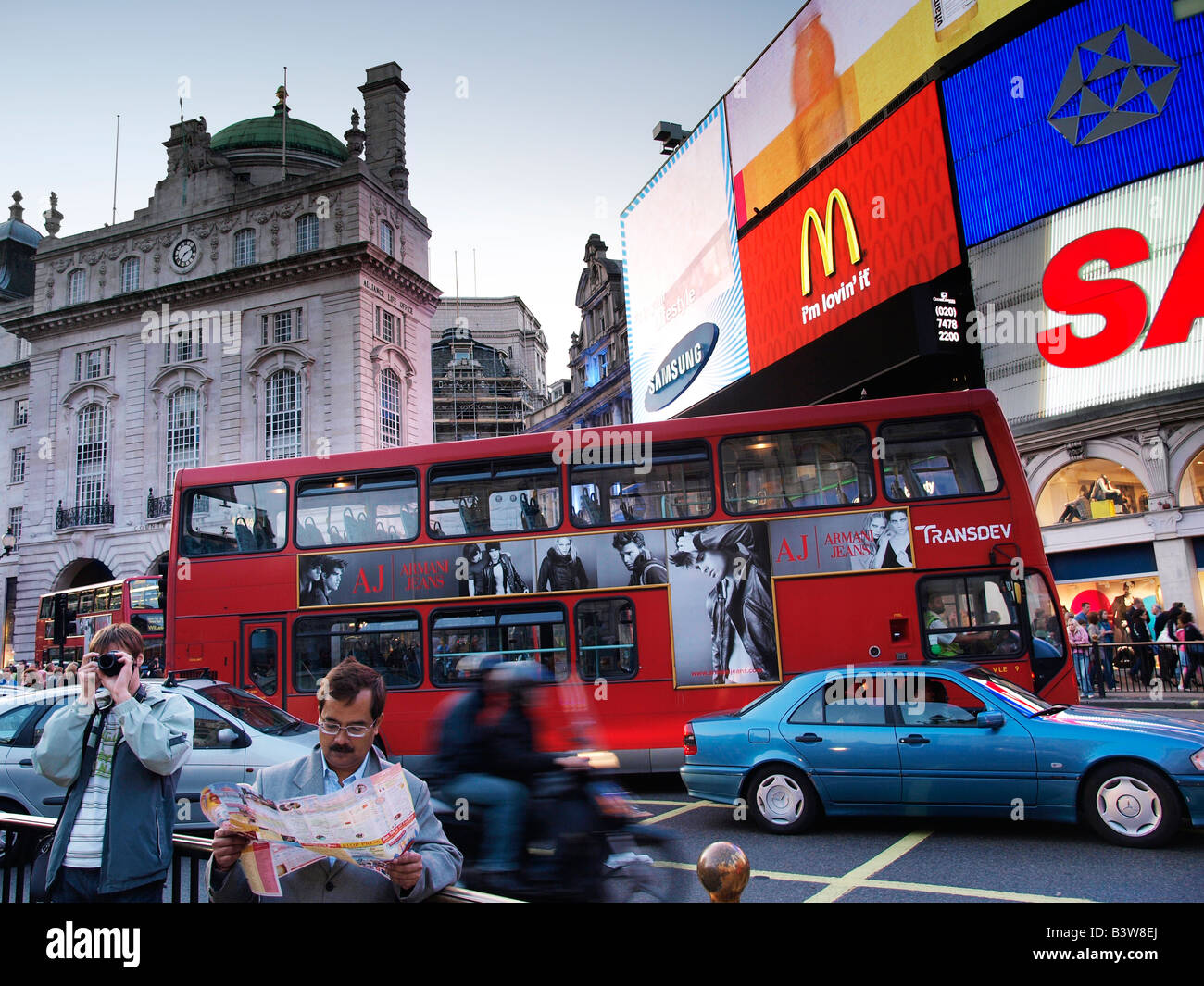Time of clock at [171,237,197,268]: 7:11
